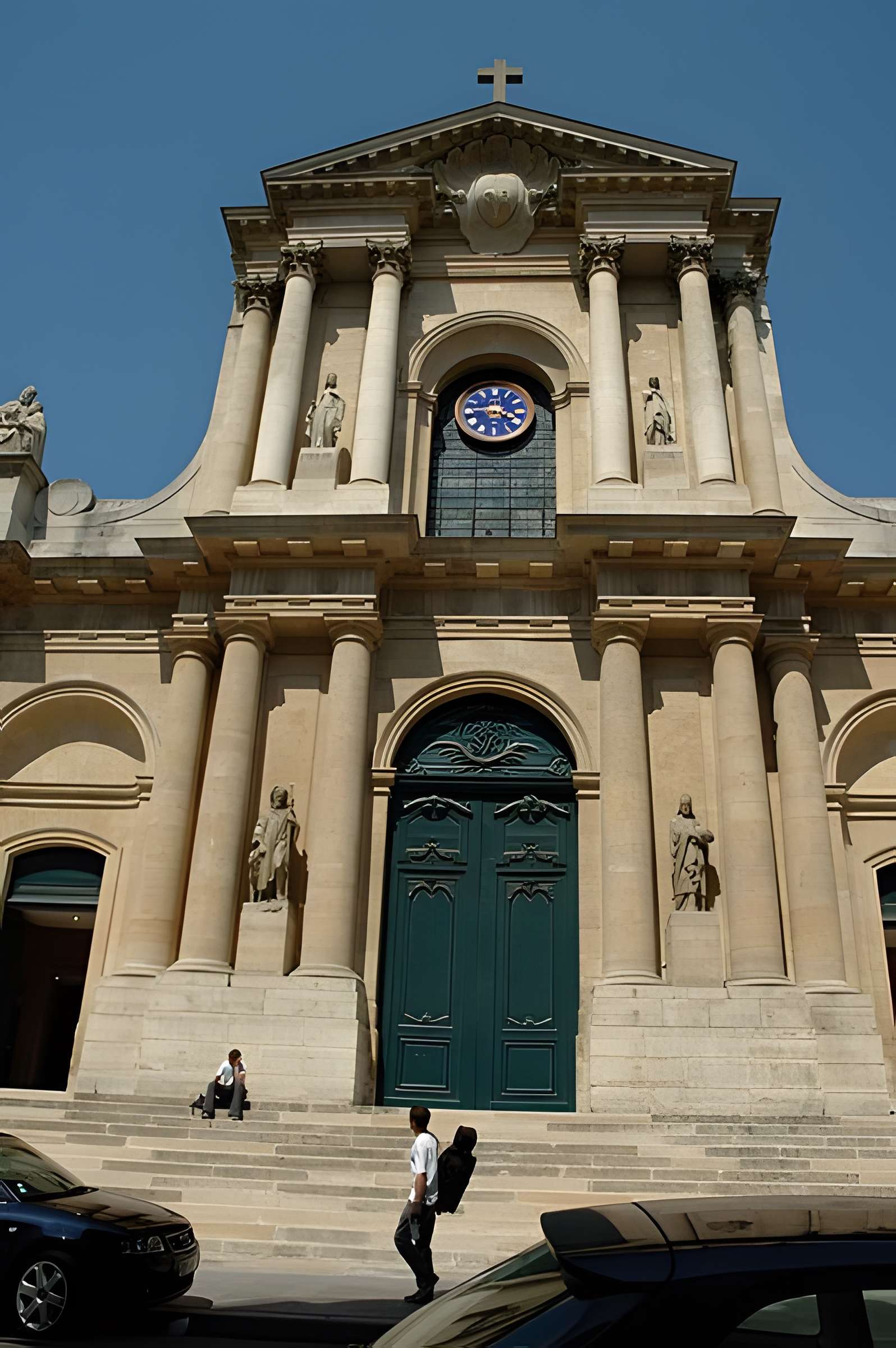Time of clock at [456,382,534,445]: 3:45
